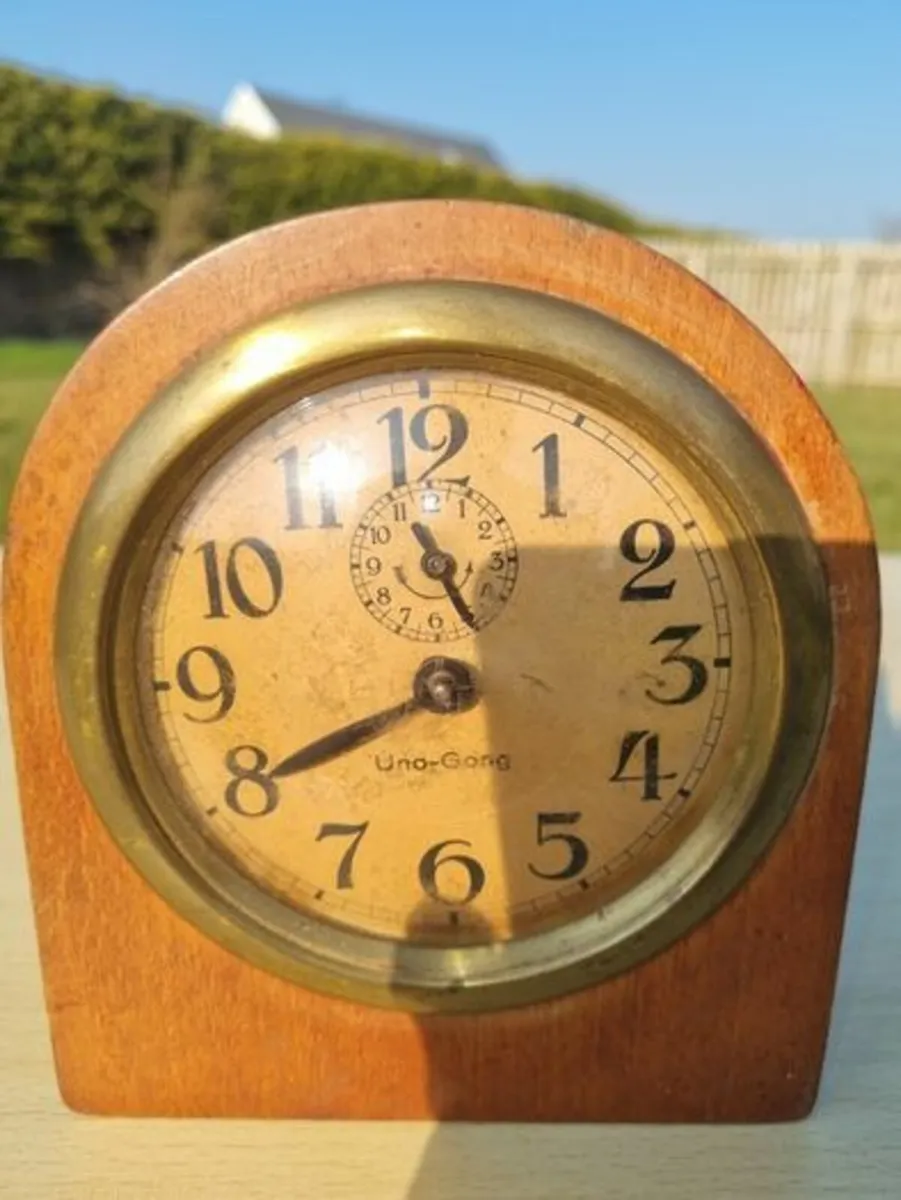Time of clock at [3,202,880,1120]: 11:40
